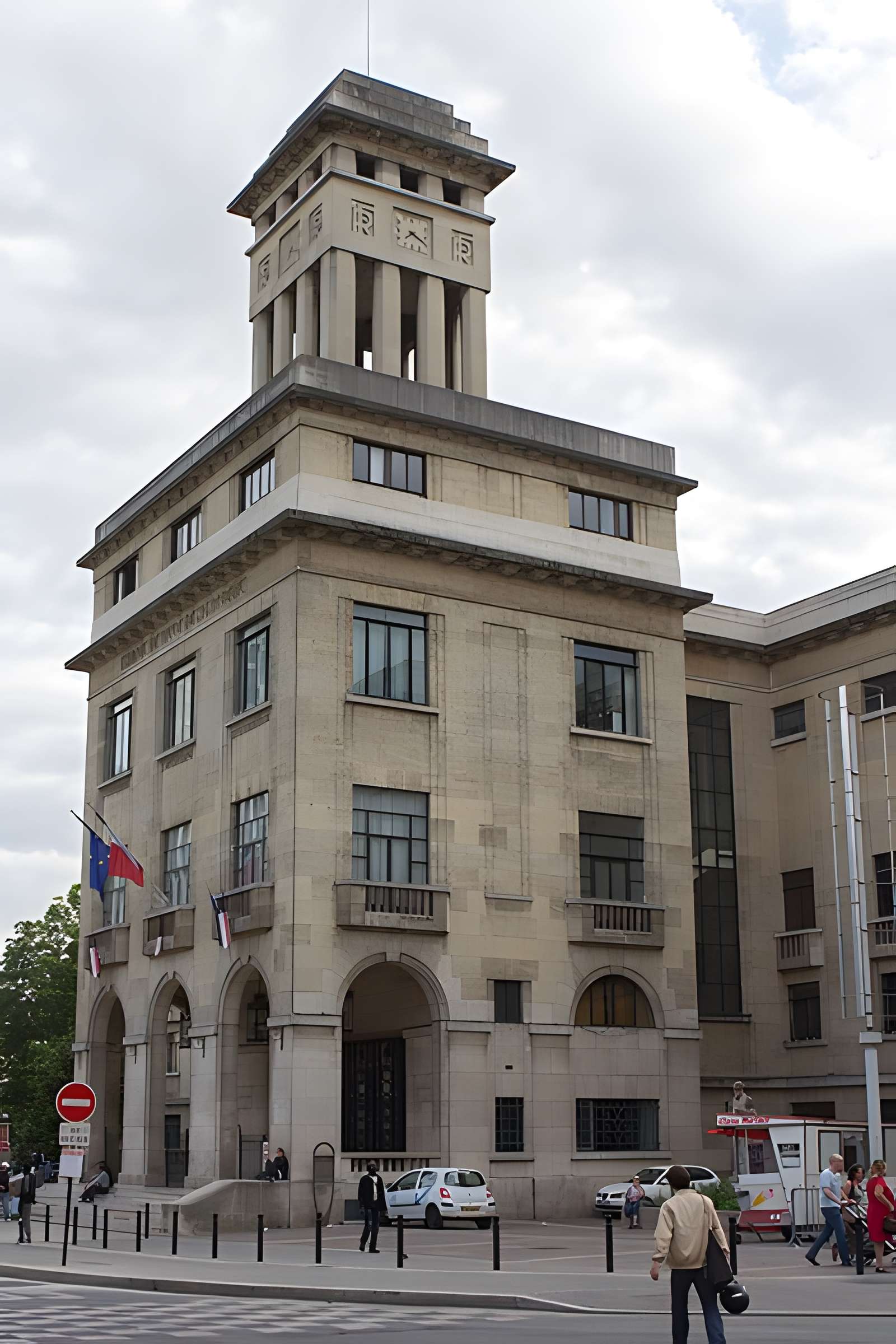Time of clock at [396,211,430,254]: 7:19
